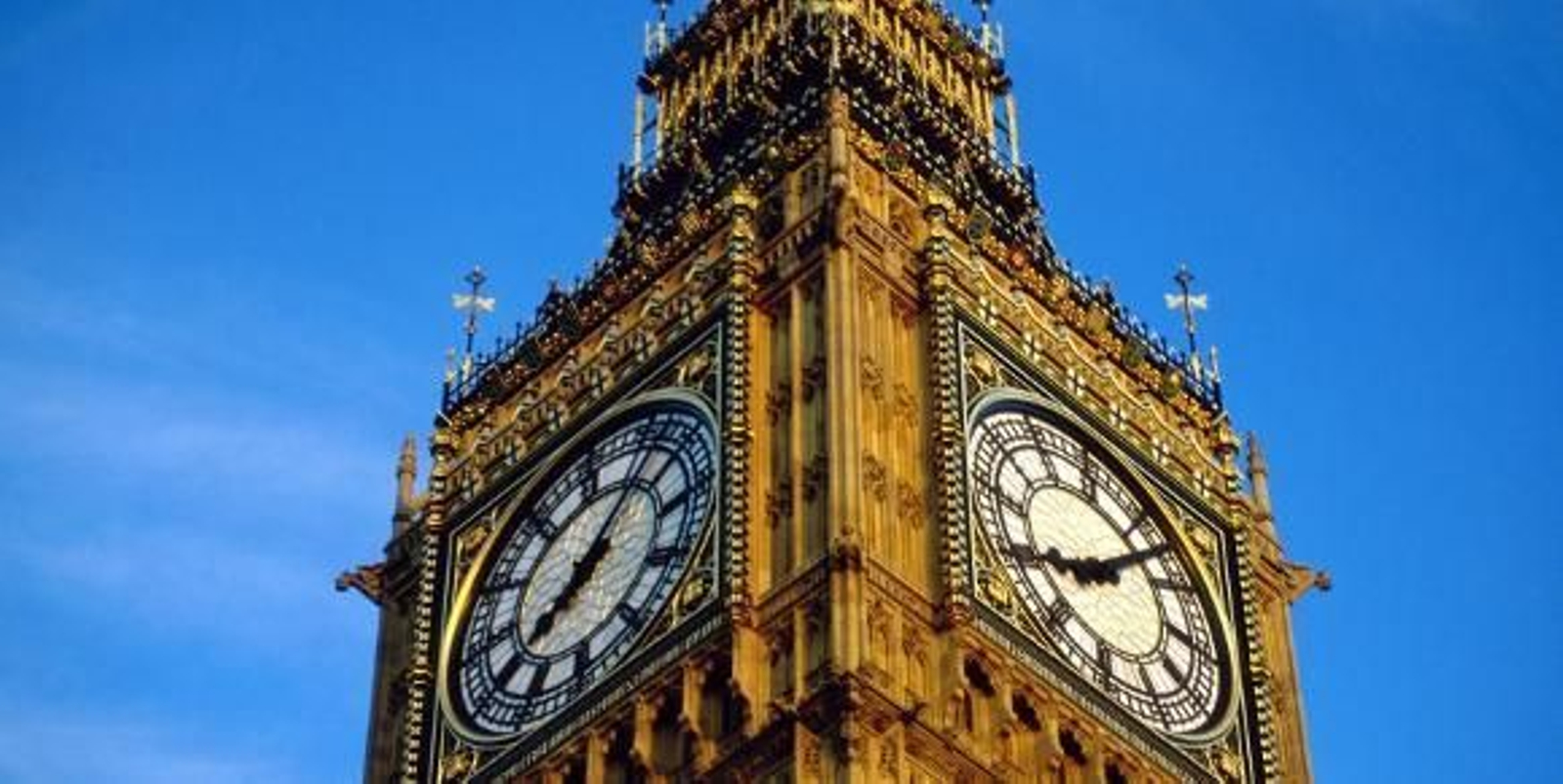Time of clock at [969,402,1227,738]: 8:07
